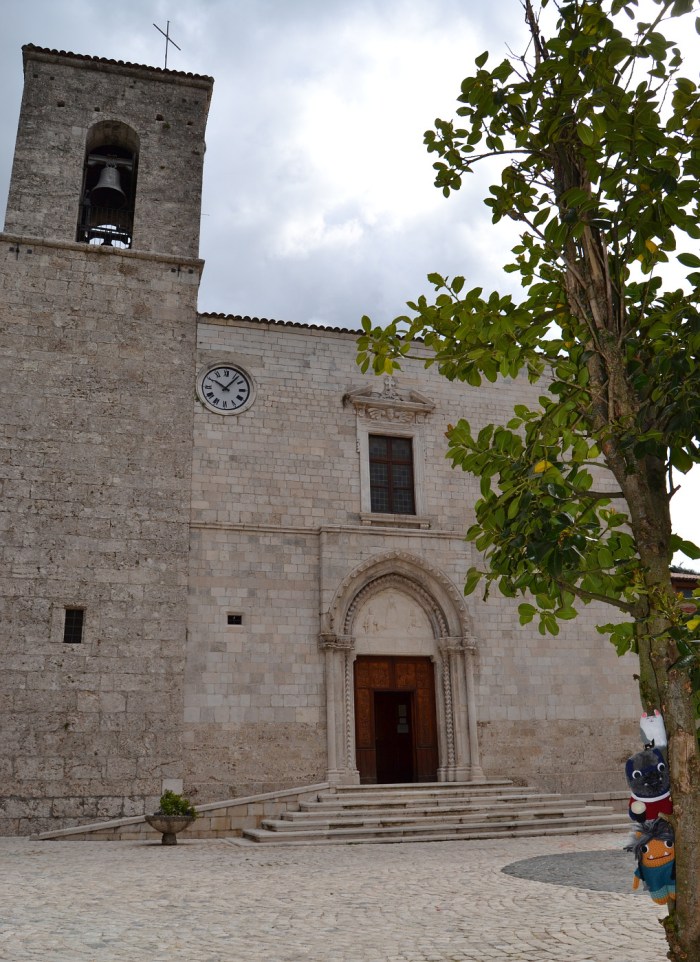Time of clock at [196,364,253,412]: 10:06
